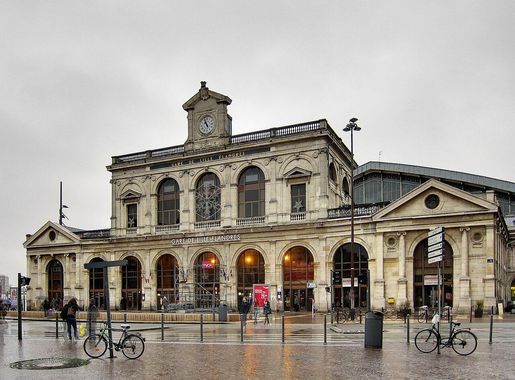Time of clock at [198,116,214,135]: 10:56
